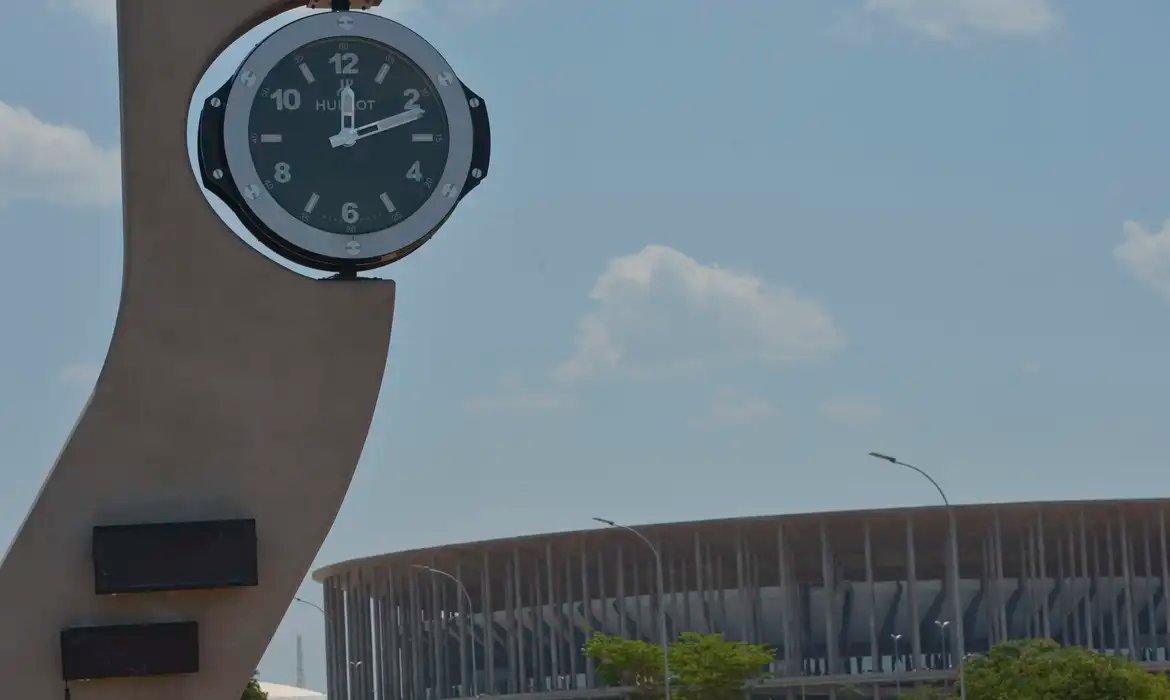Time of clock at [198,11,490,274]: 12:11
